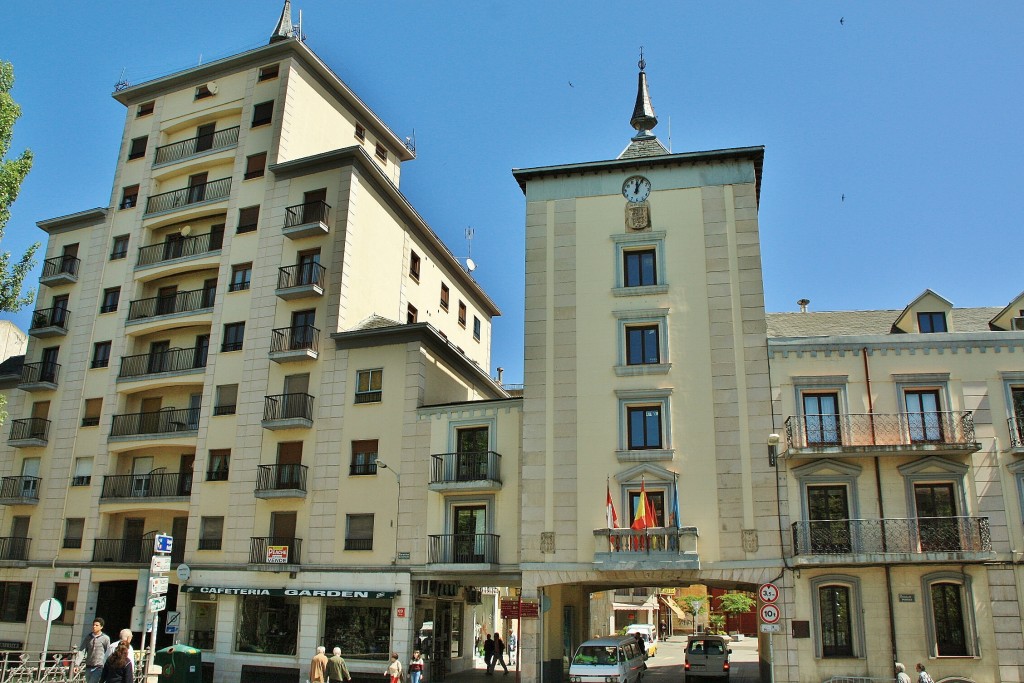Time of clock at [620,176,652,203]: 12:04
